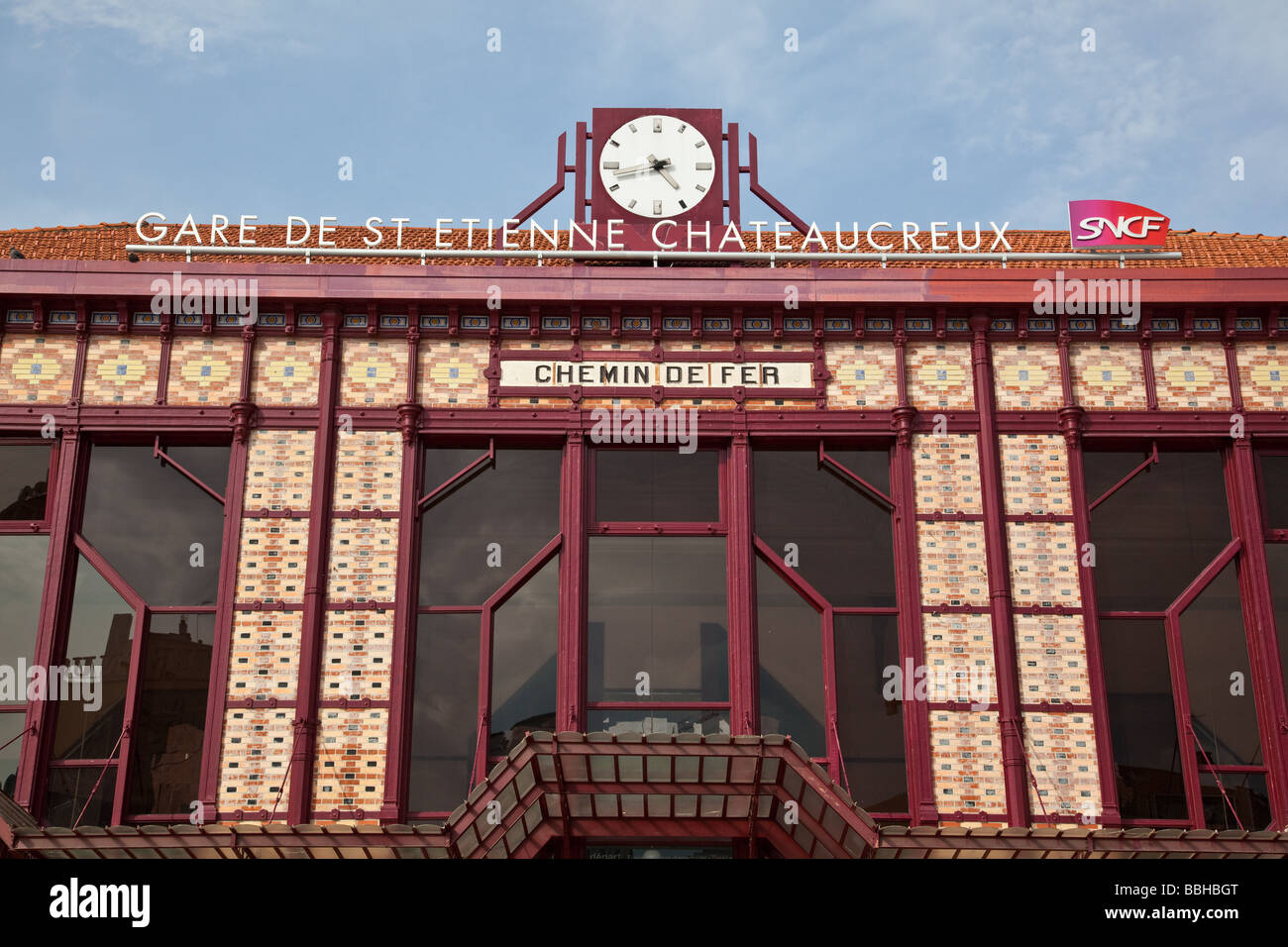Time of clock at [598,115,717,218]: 4:42
